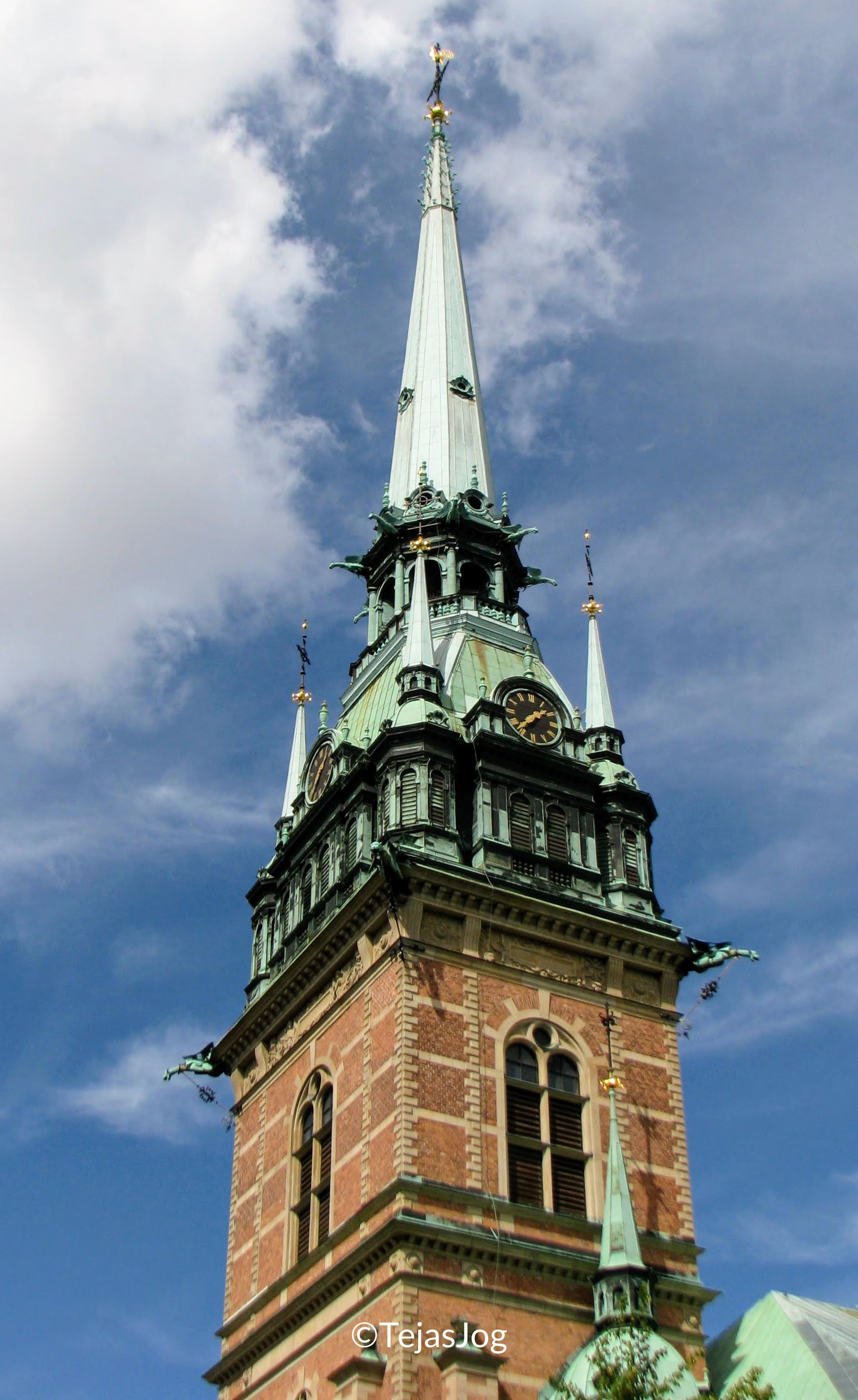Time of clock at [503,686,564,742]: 1:36
